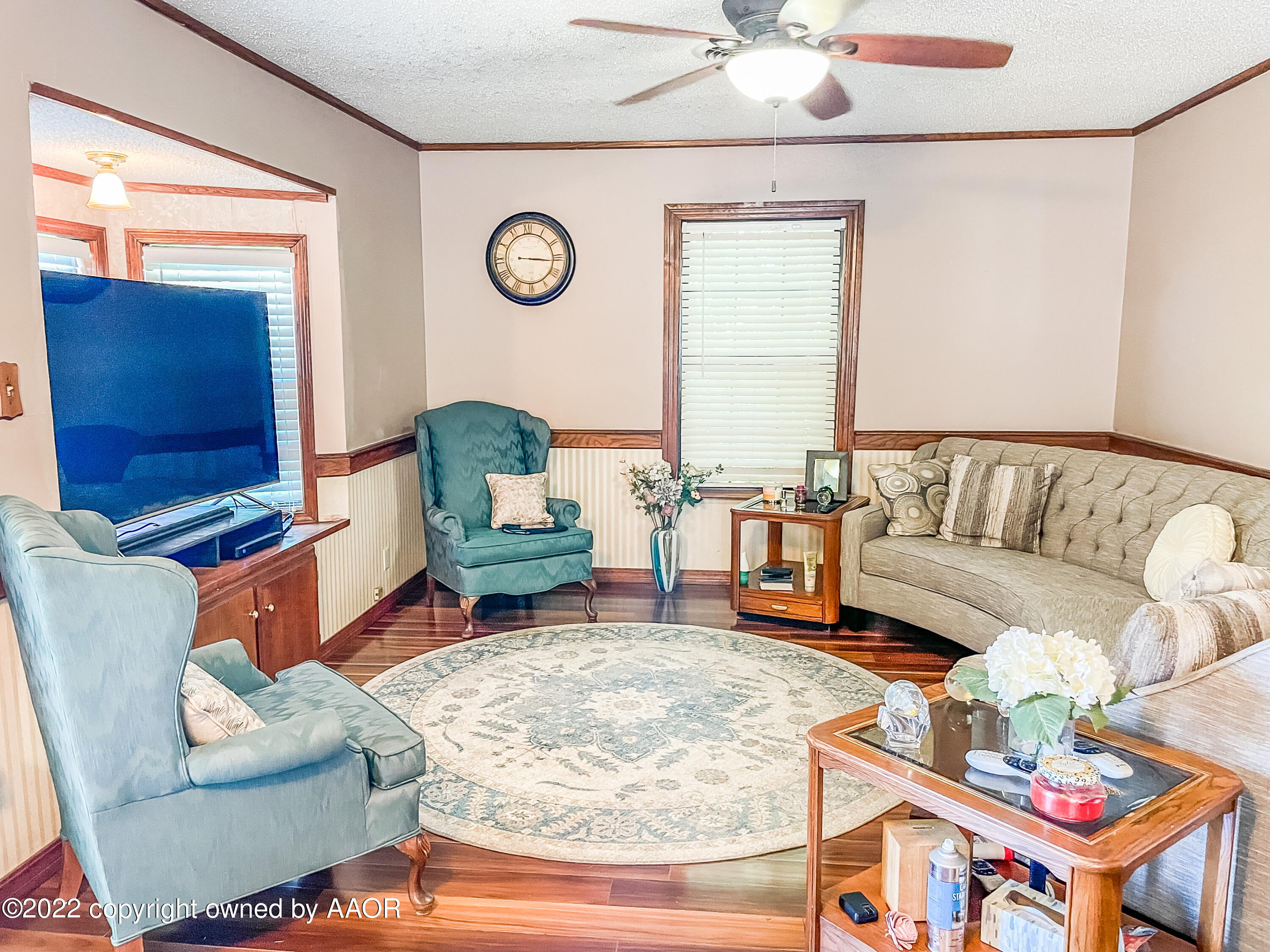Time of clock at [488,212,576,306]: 3:15
